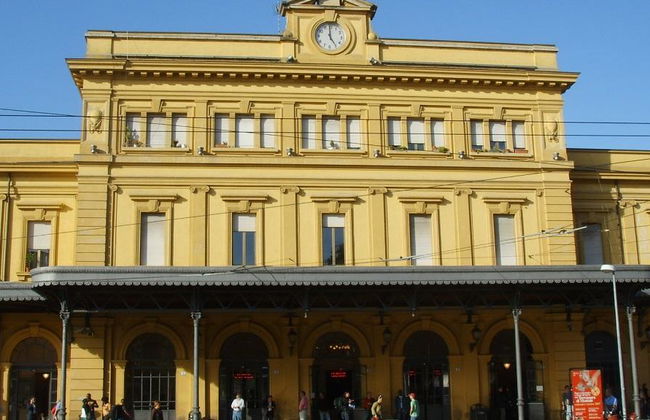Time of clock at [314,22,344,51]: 4:59
